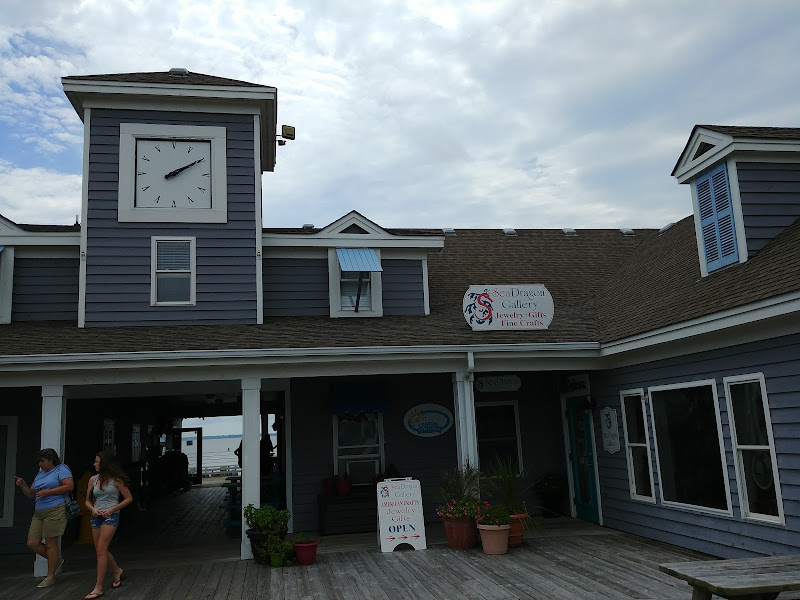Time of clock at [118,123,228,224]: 2:10
